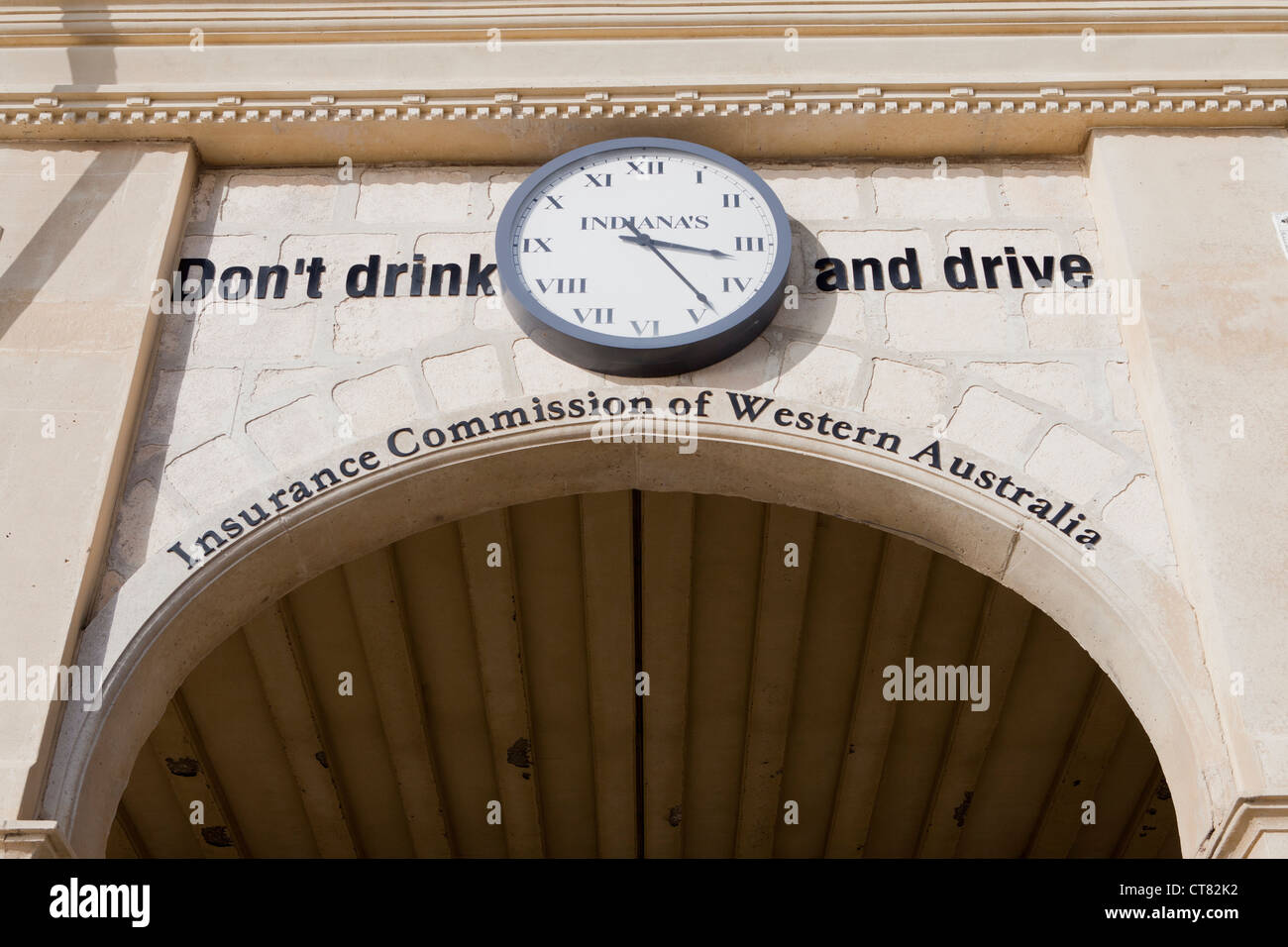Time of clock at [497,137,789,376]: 3:23
